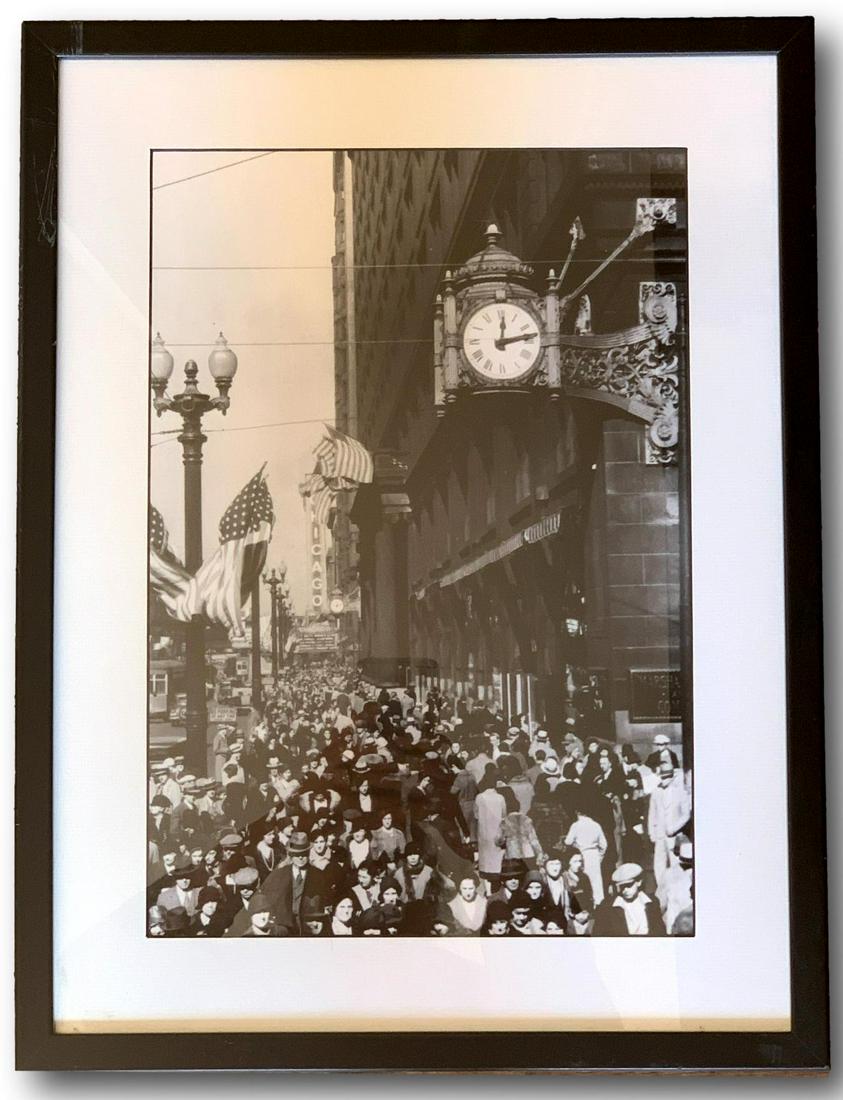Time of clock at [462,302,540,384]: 12:12
